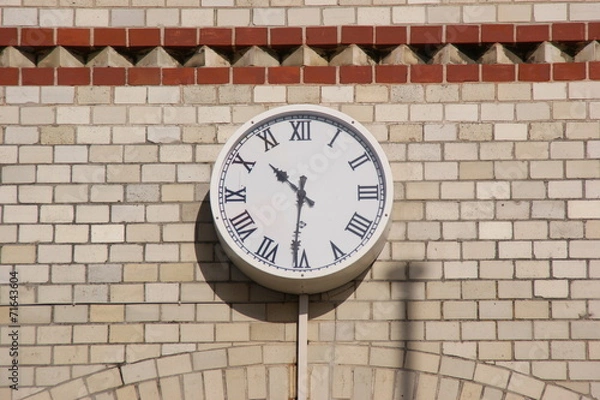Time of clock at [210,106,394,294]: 10:31
